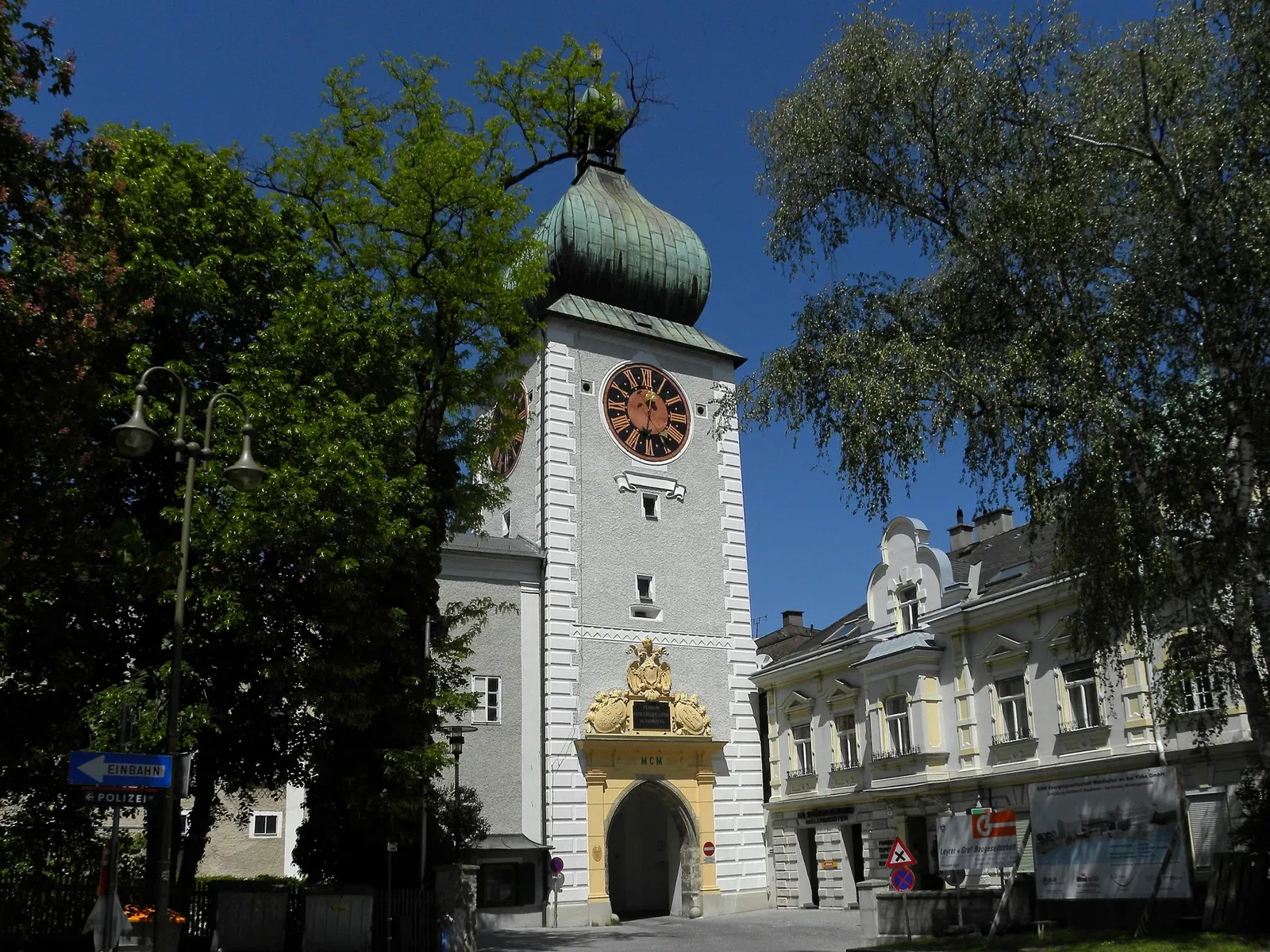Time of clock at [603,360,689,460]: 12:32
